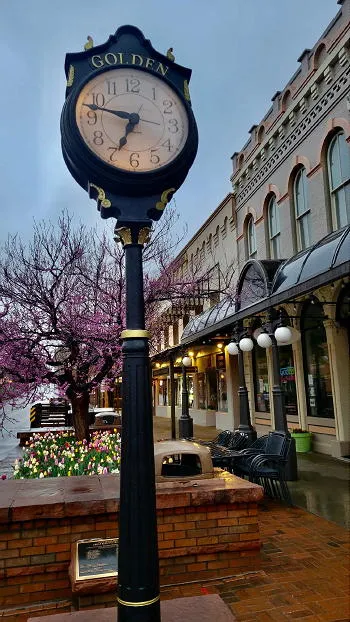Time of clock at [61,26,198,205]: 6:47
